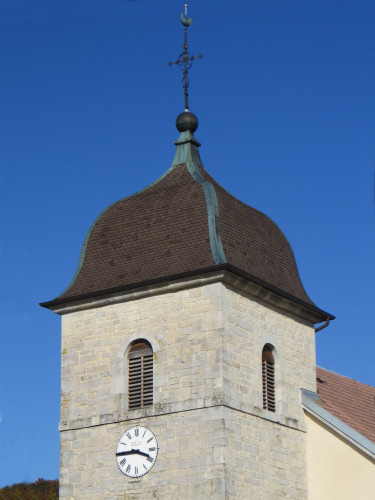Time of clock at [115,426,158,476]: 3:44
